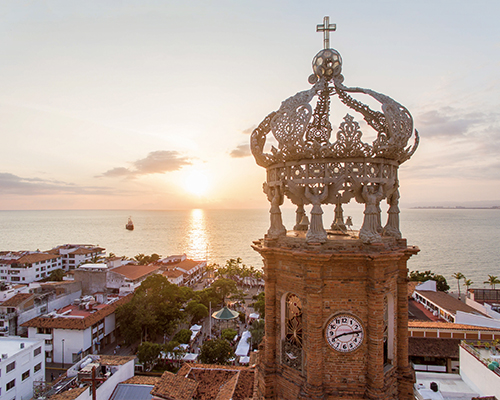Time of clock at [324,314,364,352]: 8:13
